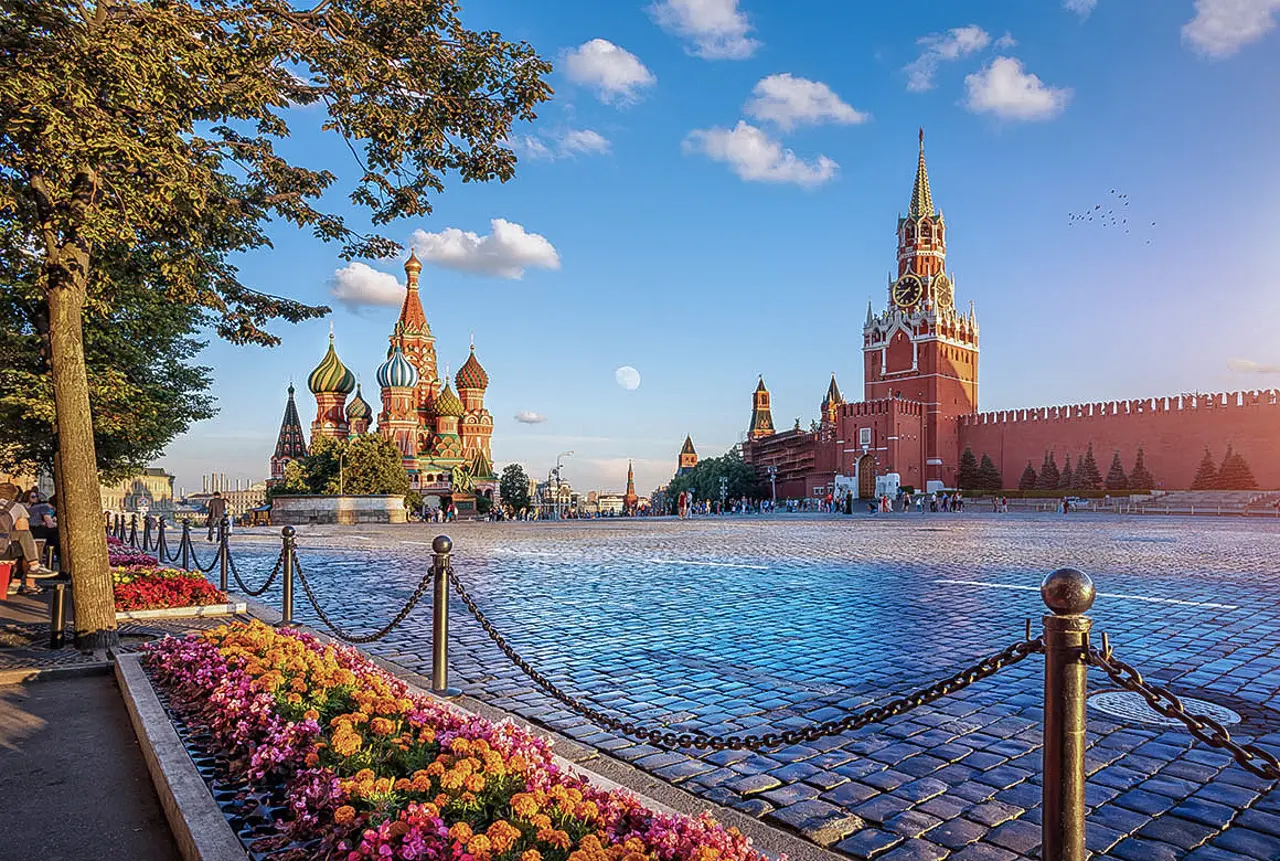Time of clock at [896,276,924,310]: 8:36
